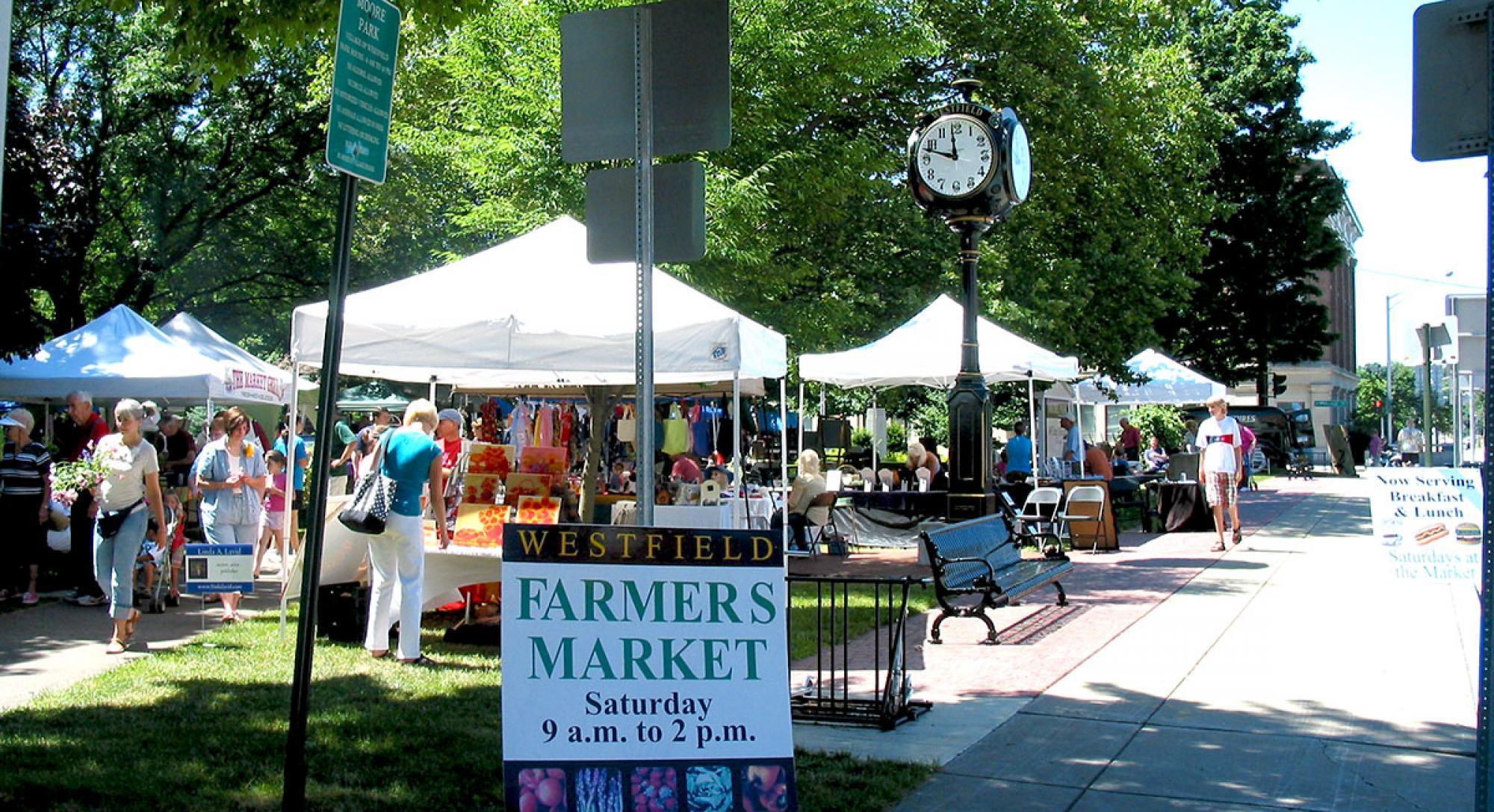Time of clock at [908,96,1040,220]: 11:47
